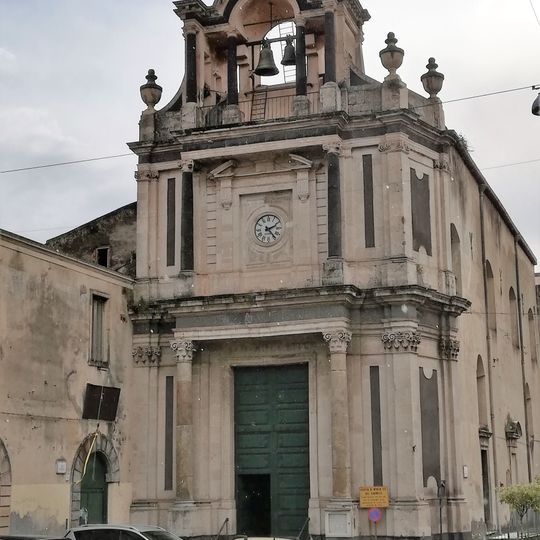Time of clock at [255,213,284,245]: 2:23
